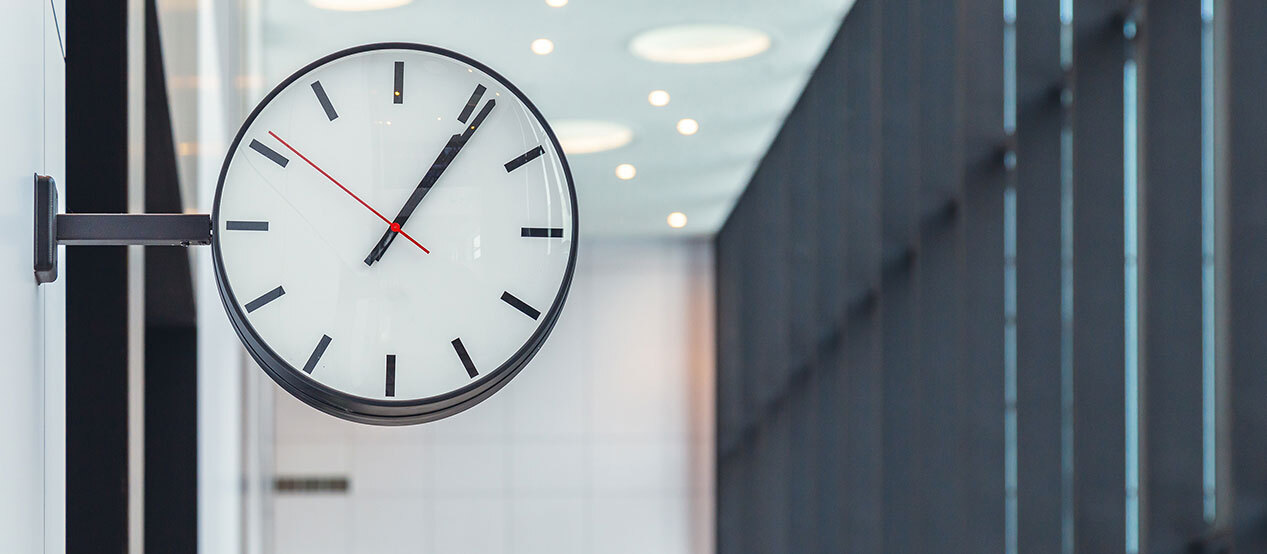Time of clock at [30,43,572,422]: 1:06
